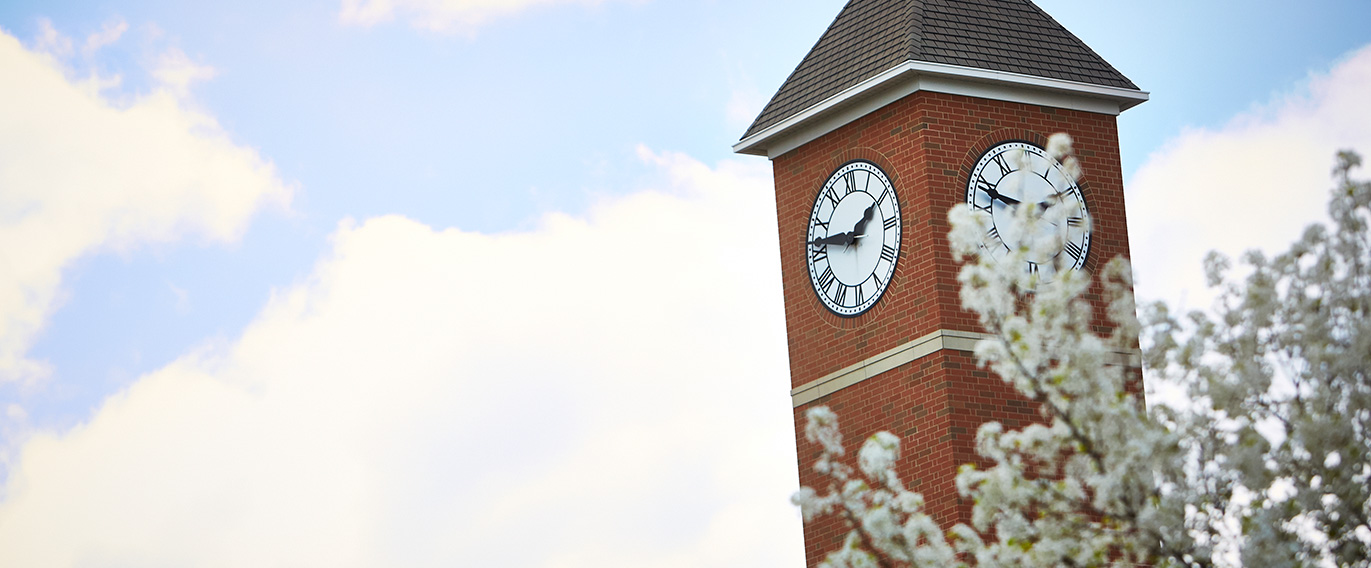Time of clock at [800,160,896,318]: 1:46
